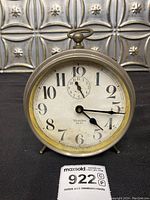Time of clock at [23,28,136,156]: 4:15
